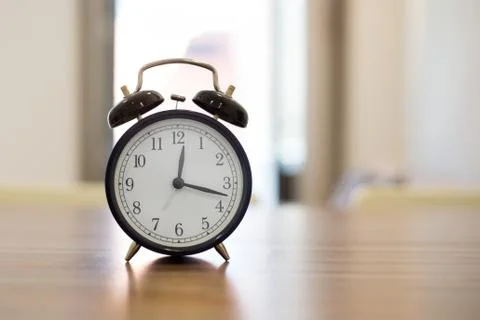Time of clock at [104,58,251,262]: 12:17
